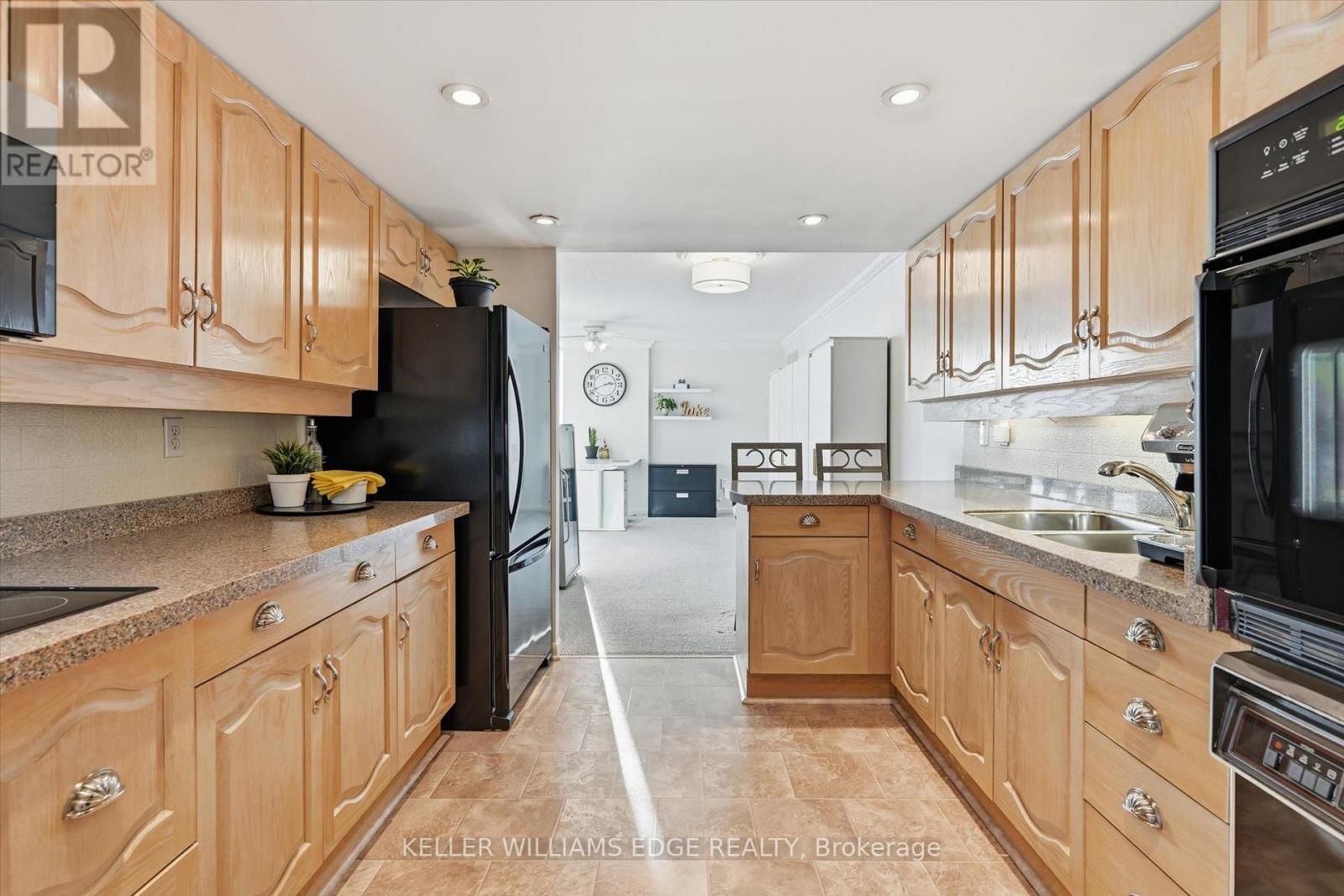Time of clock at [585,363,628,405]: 2:41
